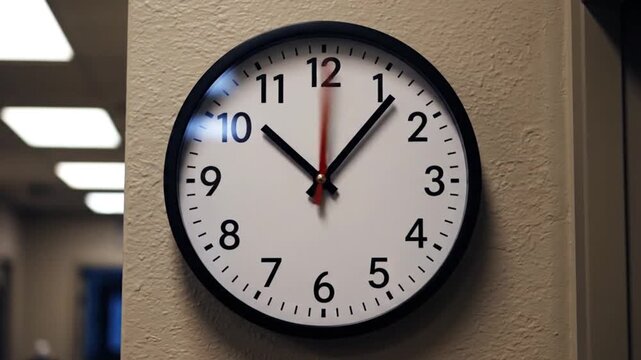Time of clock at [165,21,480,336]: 10:06
